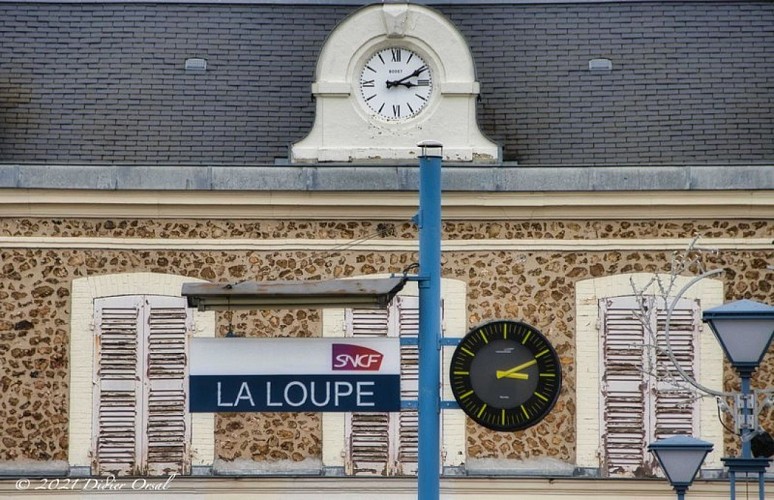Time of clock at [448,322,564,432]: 3:10
